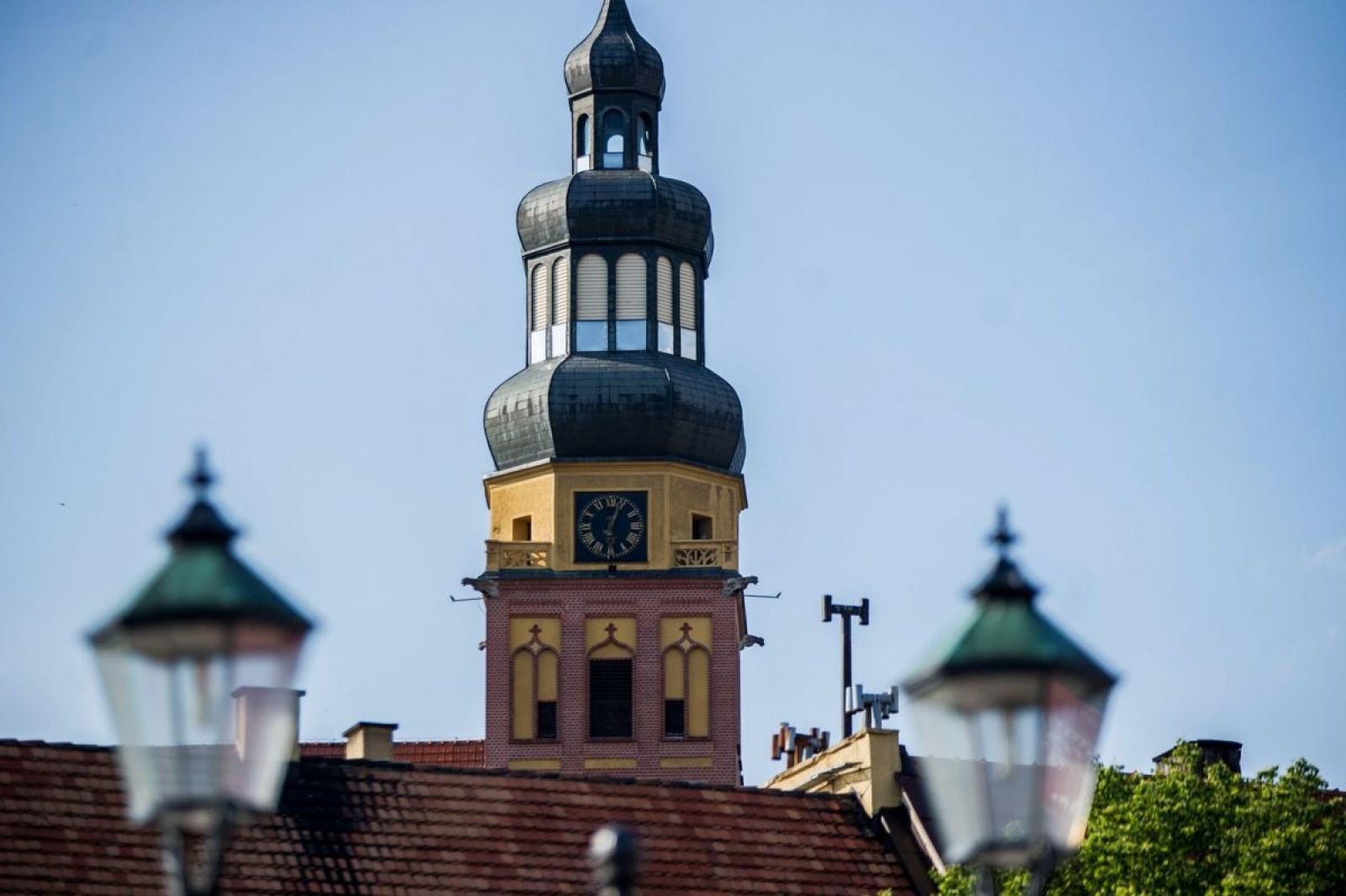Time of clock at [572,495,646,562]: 6:03
